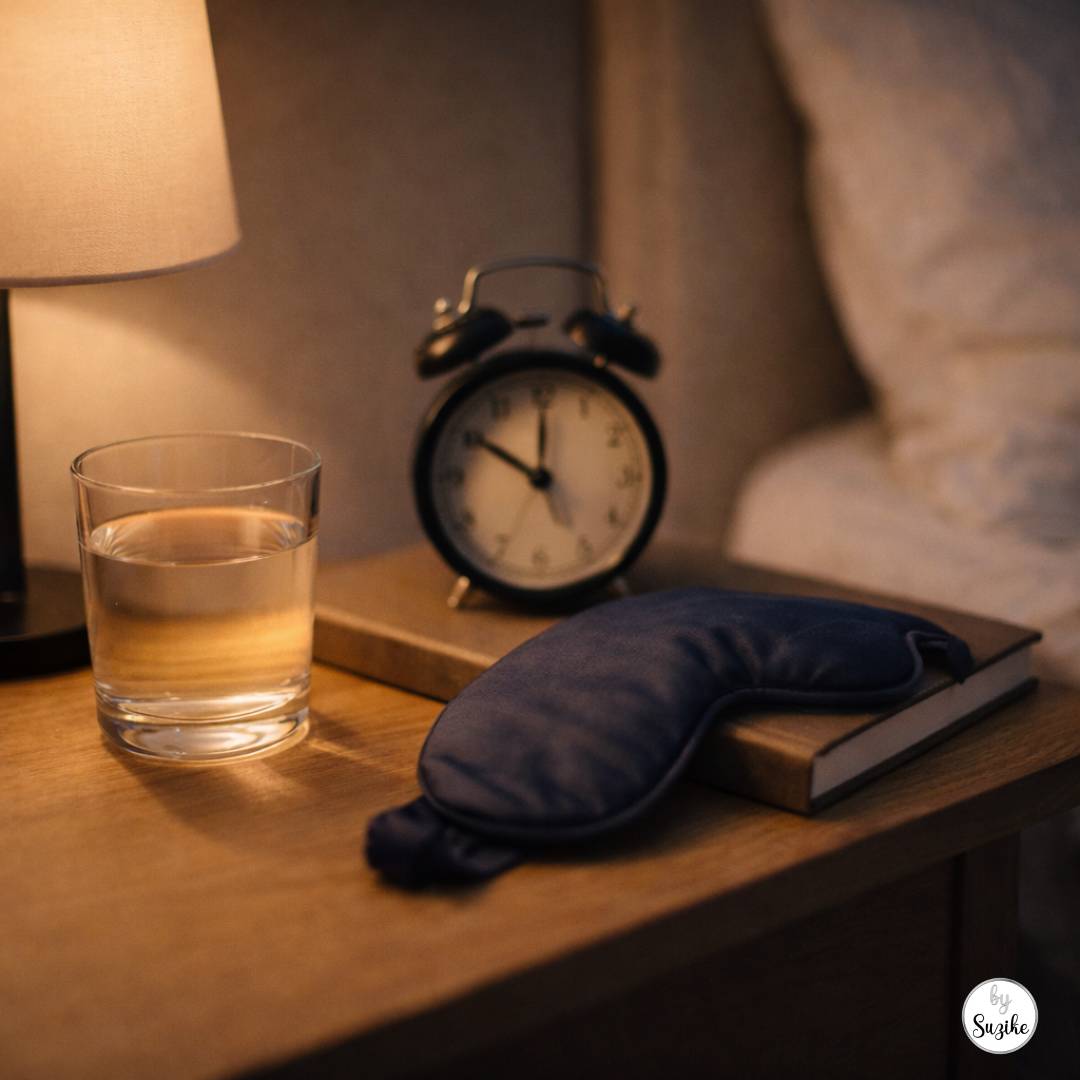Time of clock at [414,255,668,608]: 11:50
